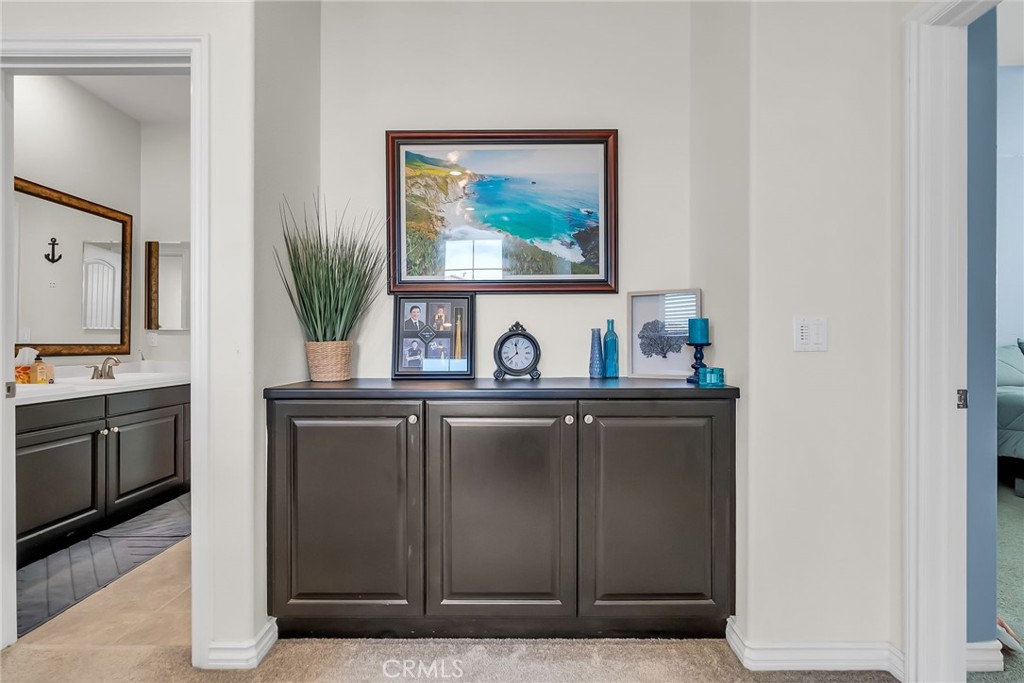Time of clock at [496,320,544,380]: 11:37
